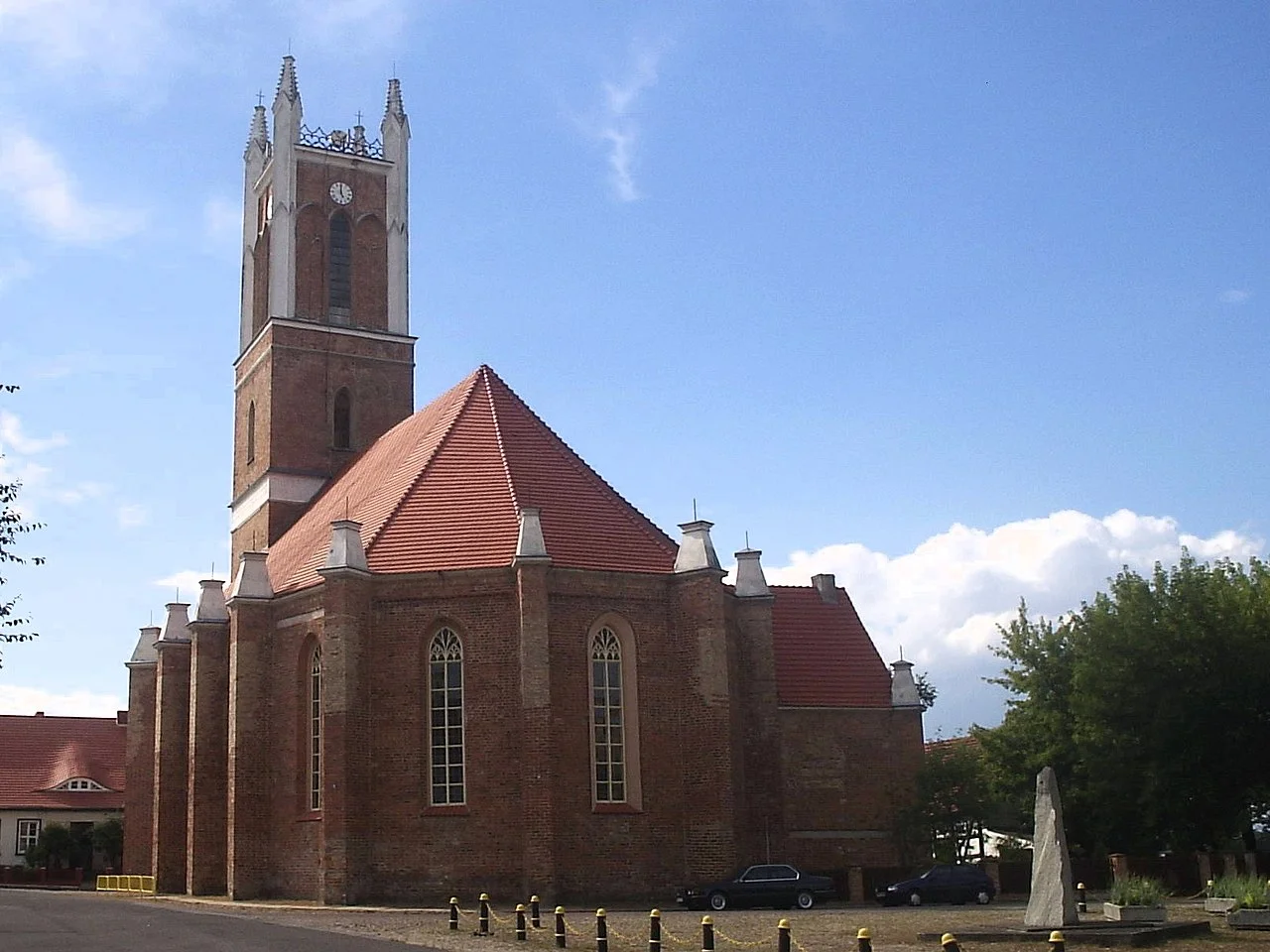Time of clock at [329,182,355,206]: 4:59
